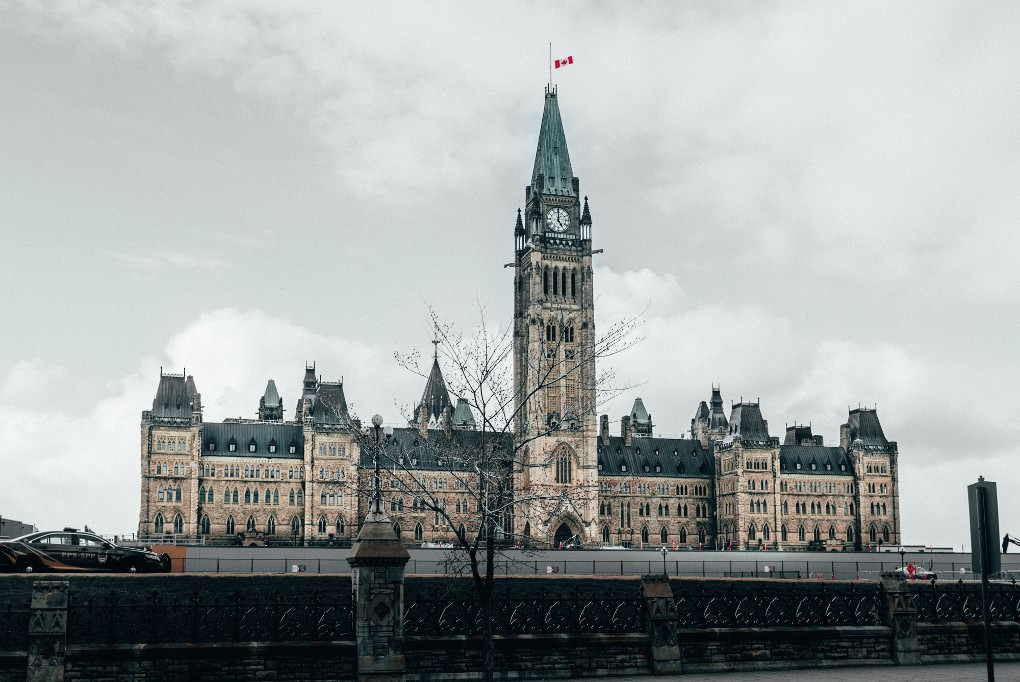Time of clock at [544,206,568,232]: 5:00
